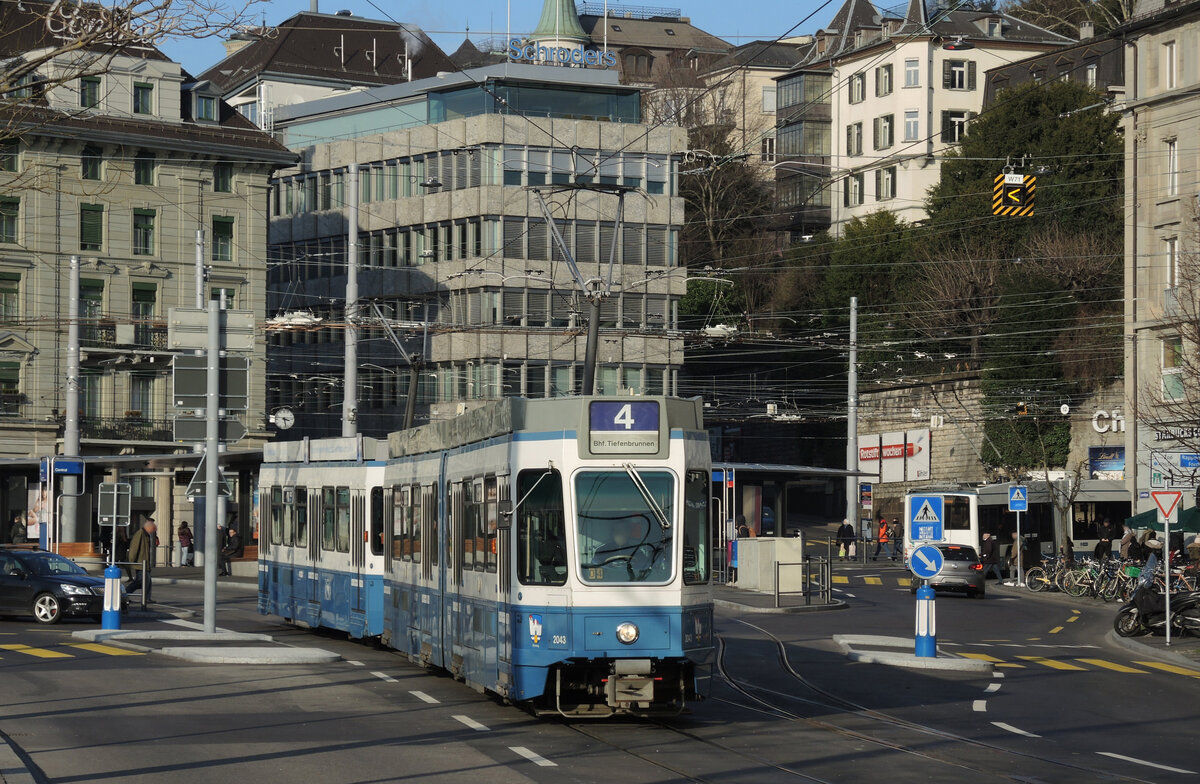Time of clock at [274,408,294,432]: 3:28
